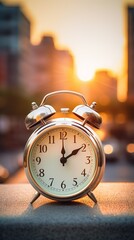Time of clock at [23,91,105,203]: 2:00
